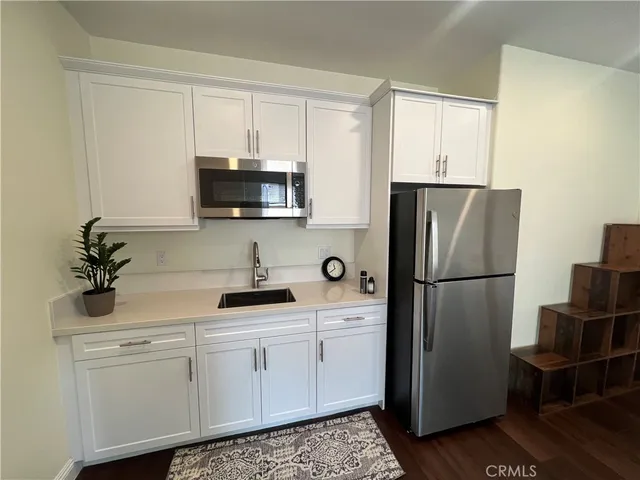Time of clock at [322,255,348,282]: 11:39
